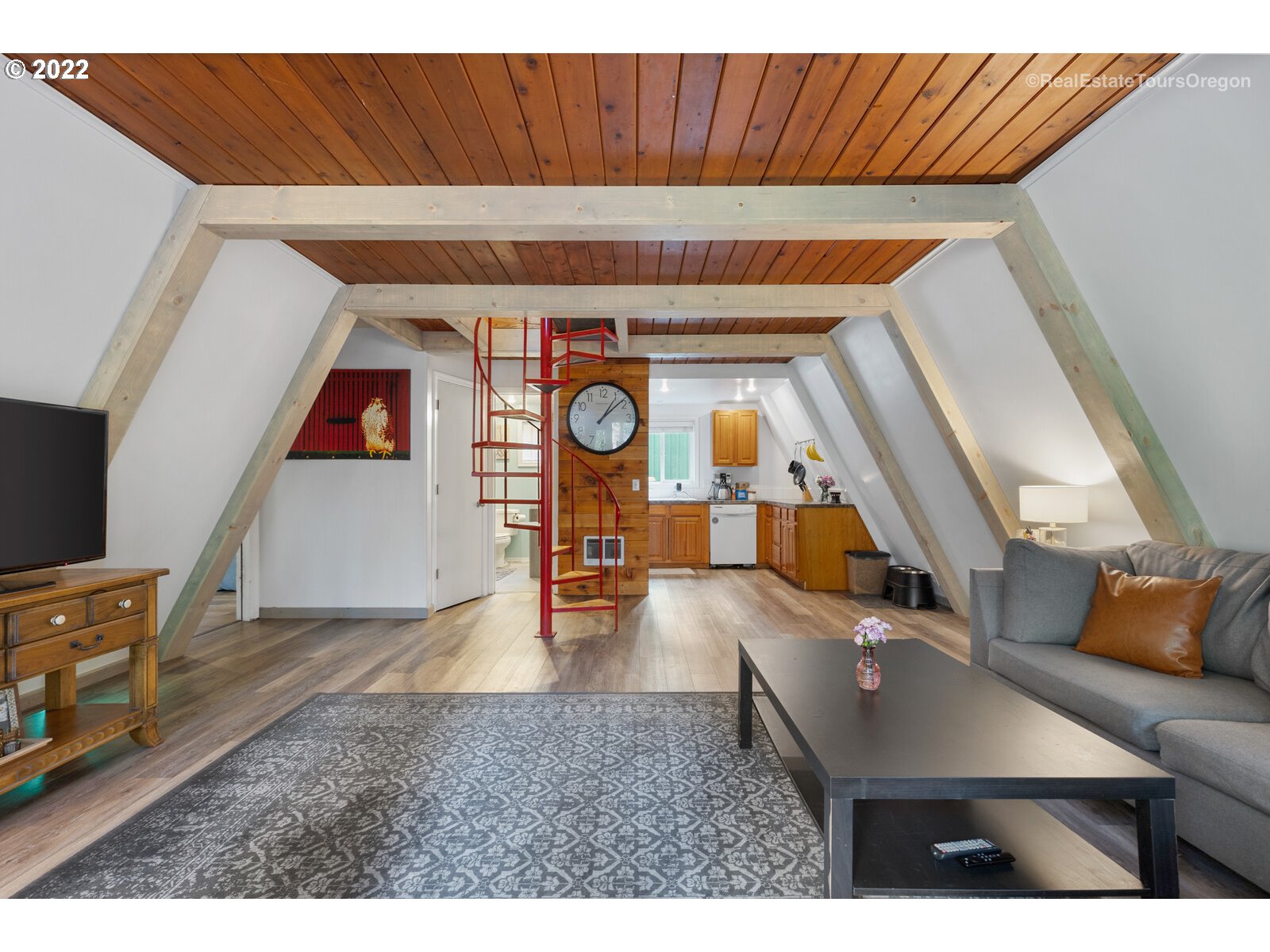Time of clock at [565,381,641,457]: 1:08
